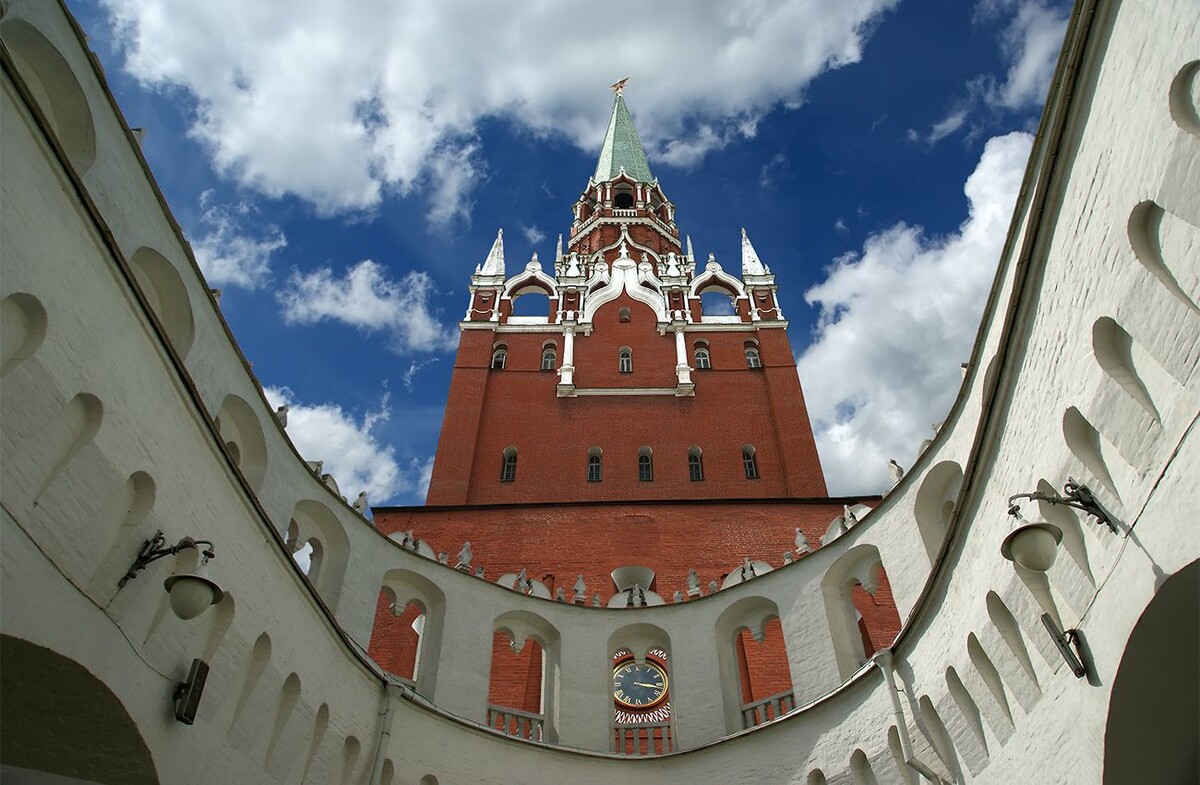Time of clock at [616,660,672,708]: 3:17
